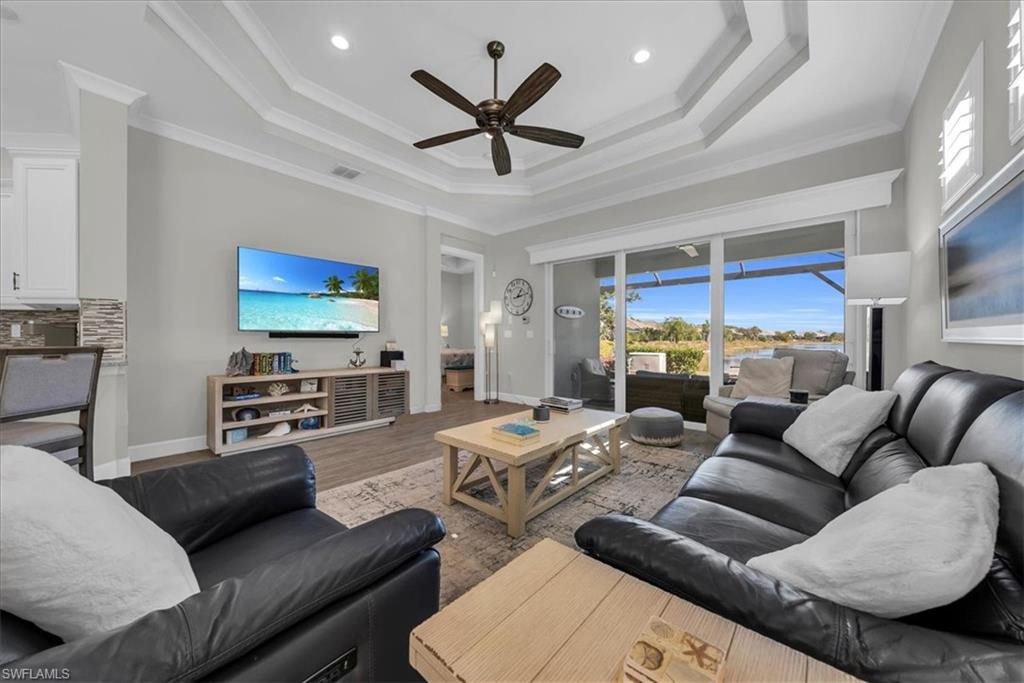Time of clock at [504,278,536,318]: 1:12
